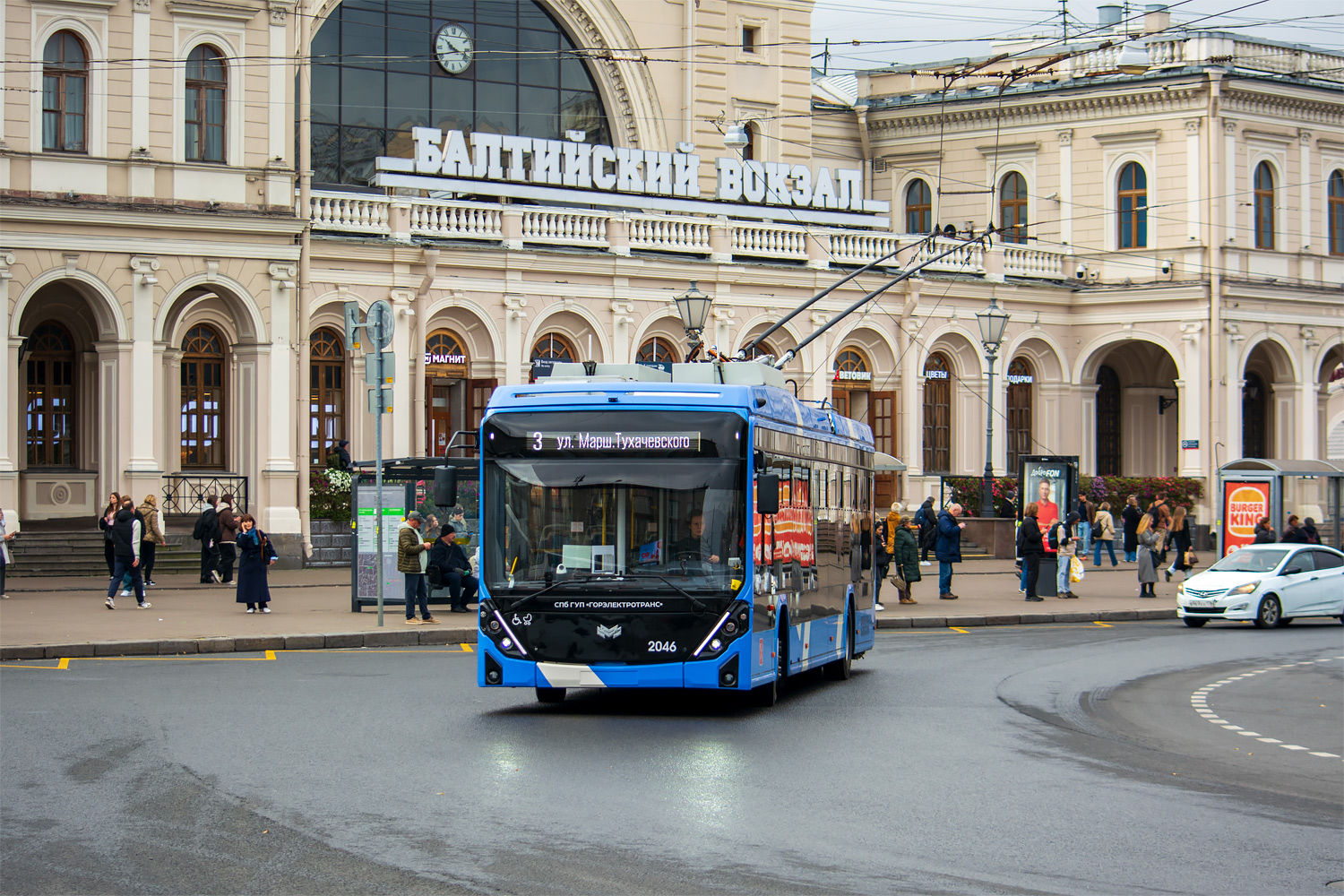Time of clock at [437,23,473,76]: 10:17
